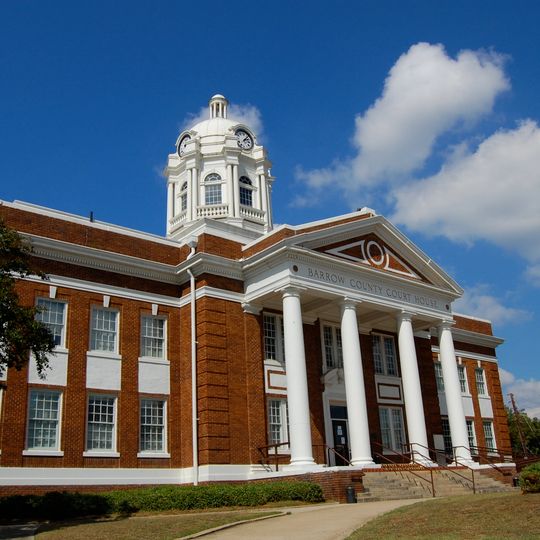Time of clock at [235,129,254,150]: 2:06
